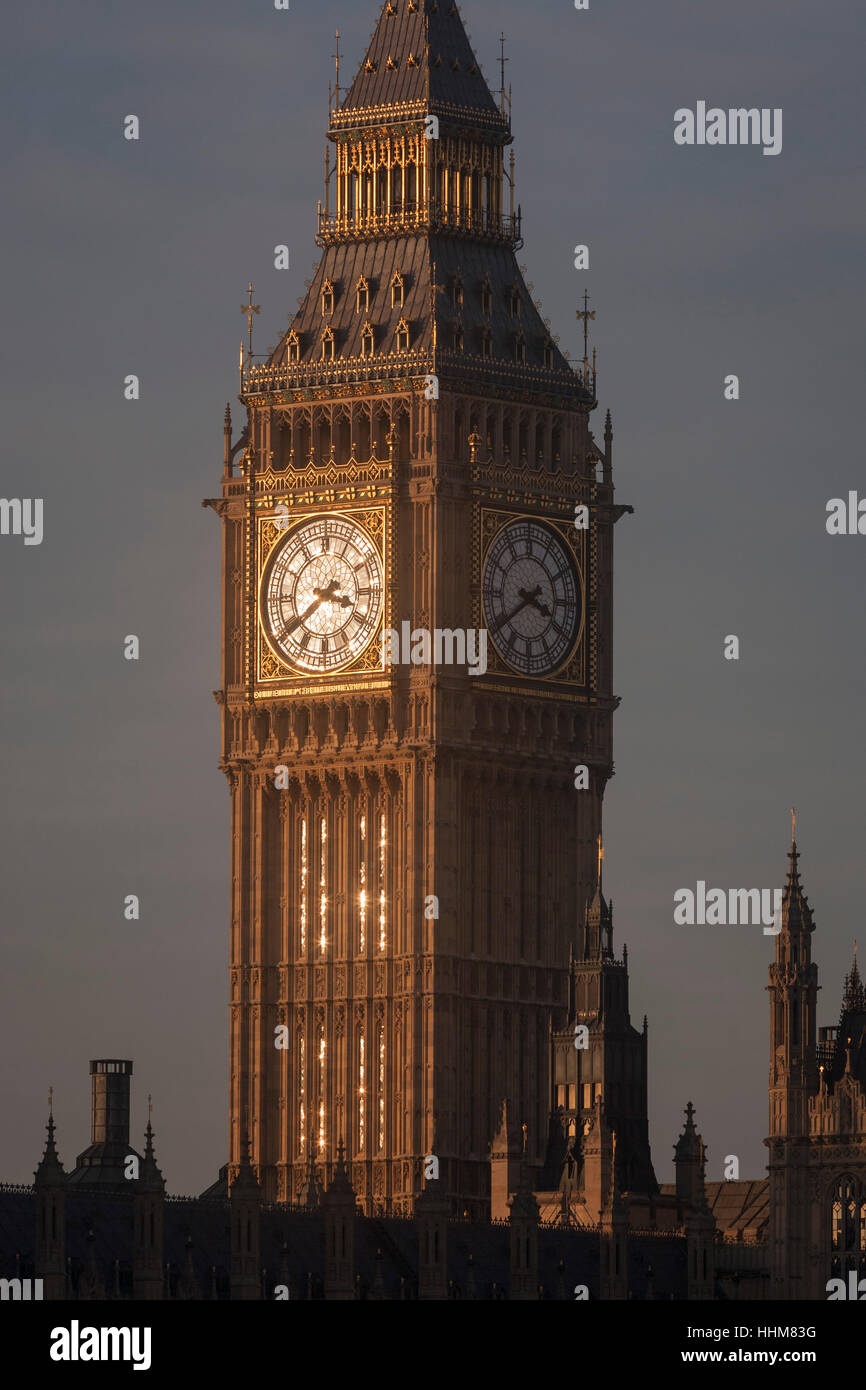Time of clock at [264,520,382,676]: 3:38
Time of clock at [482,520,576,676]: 3:39
